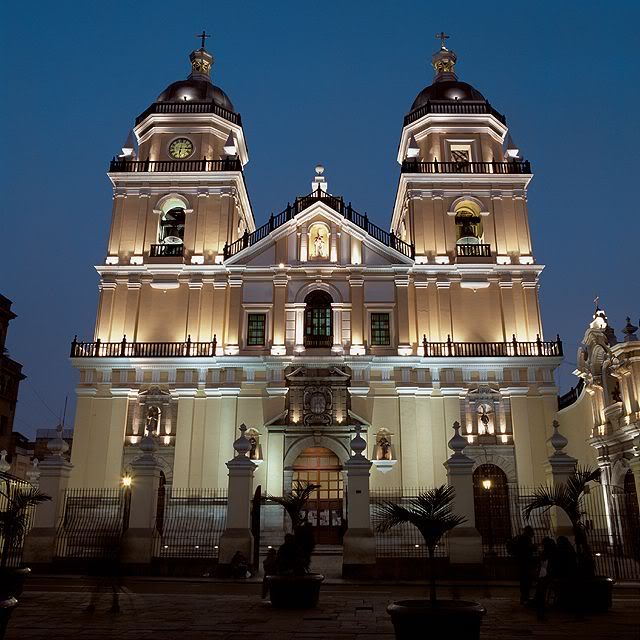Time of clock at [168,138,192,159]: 6:15
